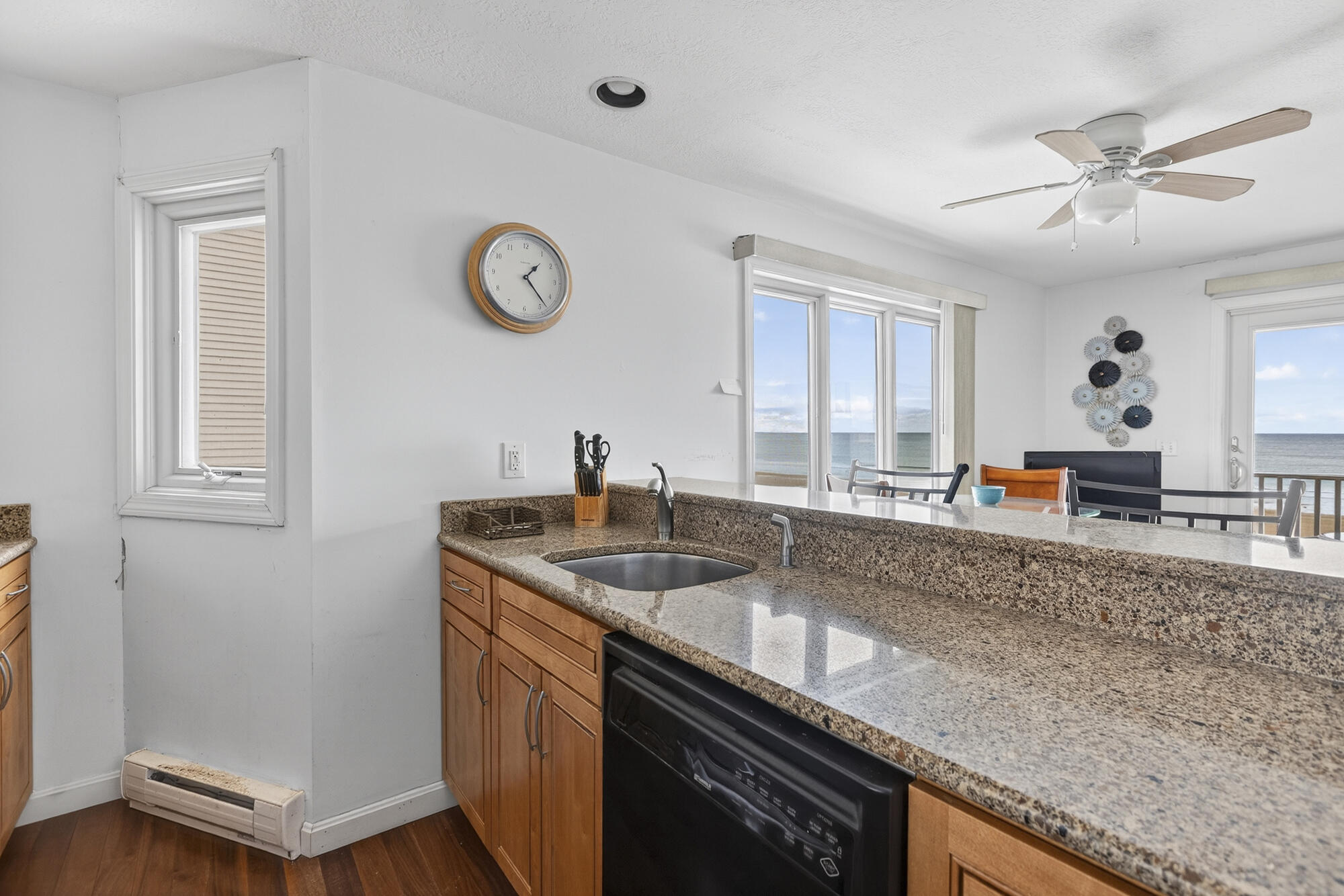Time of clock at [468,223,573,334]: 1:23
